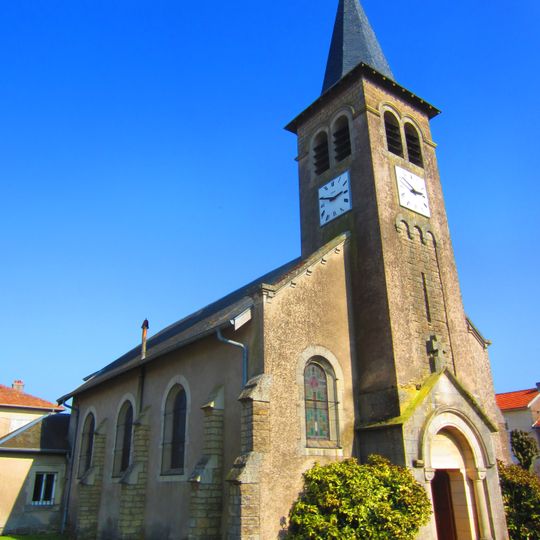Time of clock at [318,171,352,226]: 2:48
